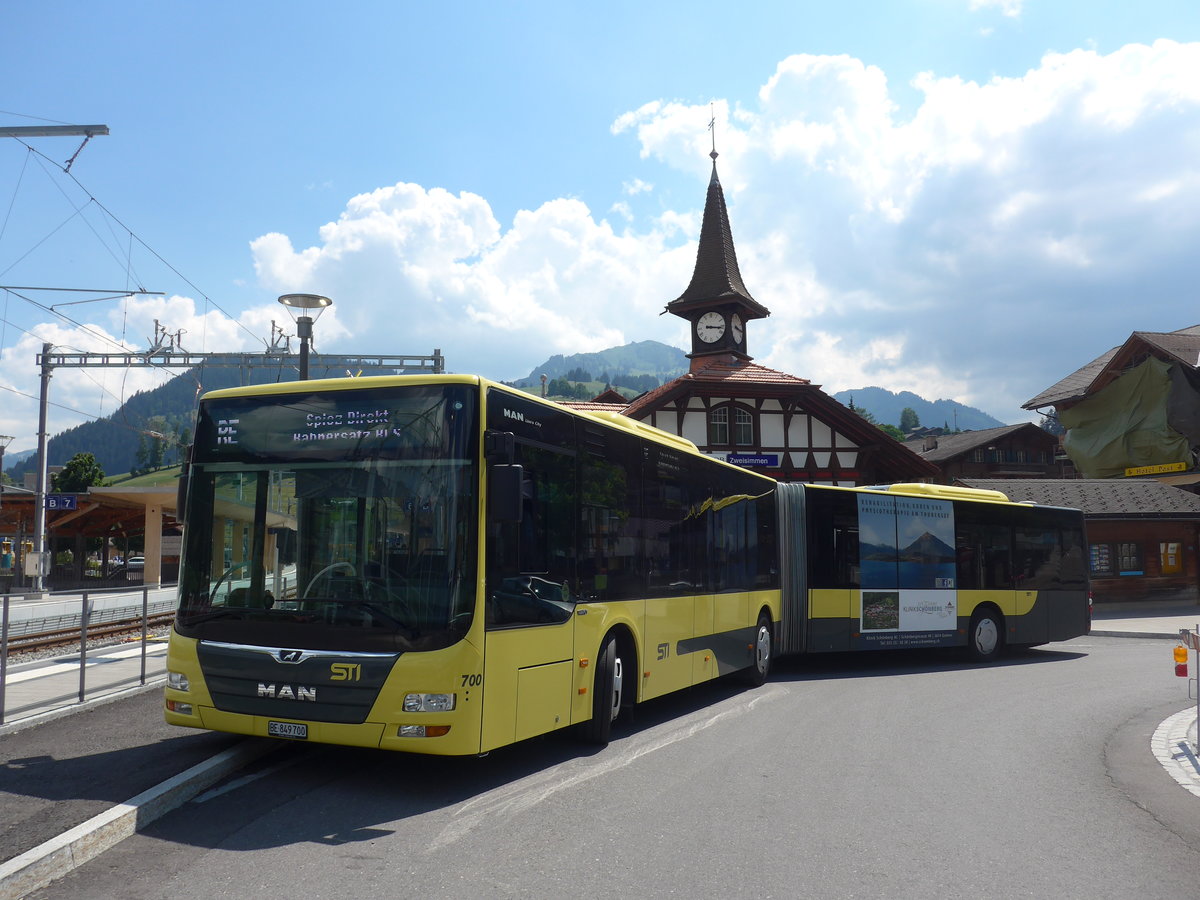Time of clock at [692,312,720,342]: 9:16
